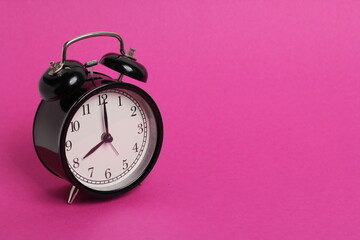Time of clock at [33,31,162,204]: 8:00
